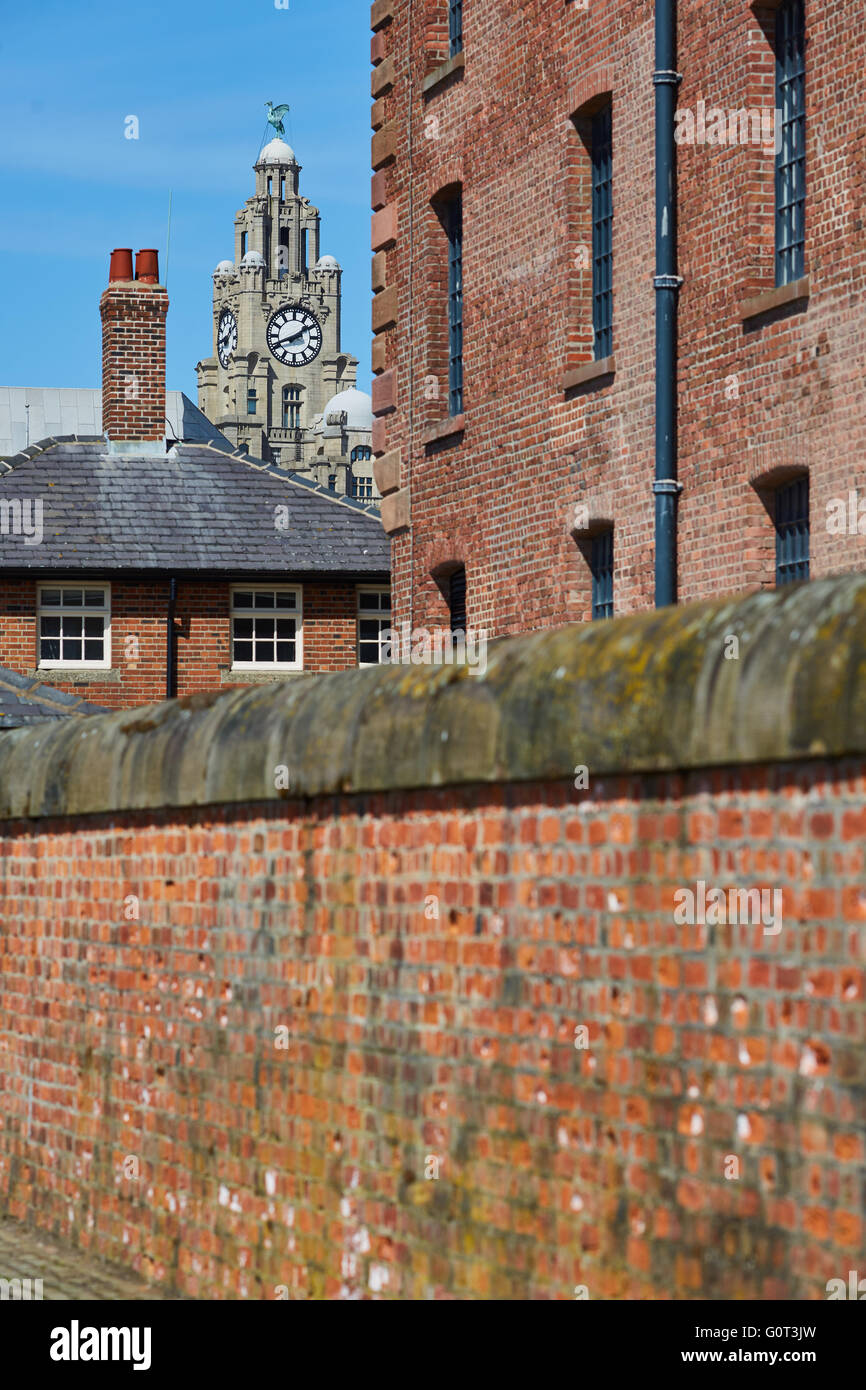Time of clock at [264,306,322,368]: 1:41
